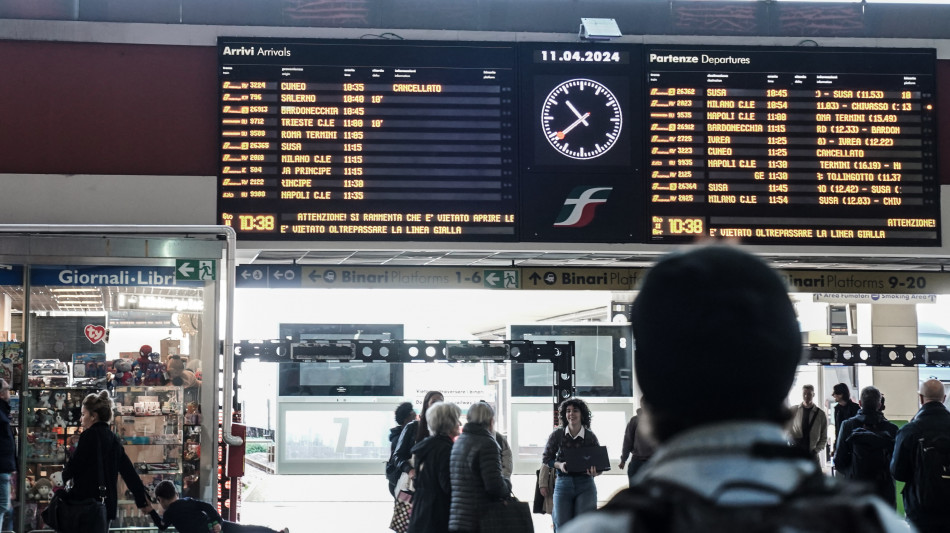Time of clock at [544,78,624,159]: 10:38
